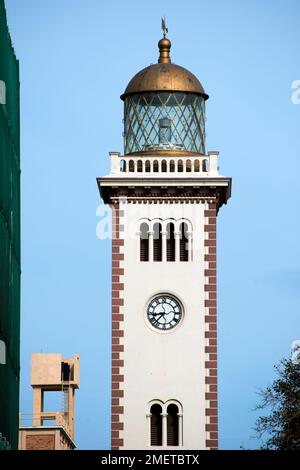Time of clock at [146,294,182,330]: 8:37
